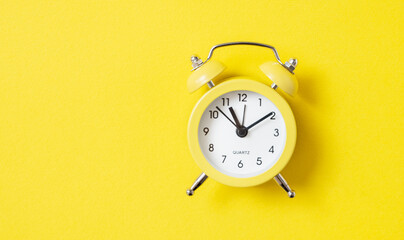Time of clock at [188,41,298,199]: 11:09
